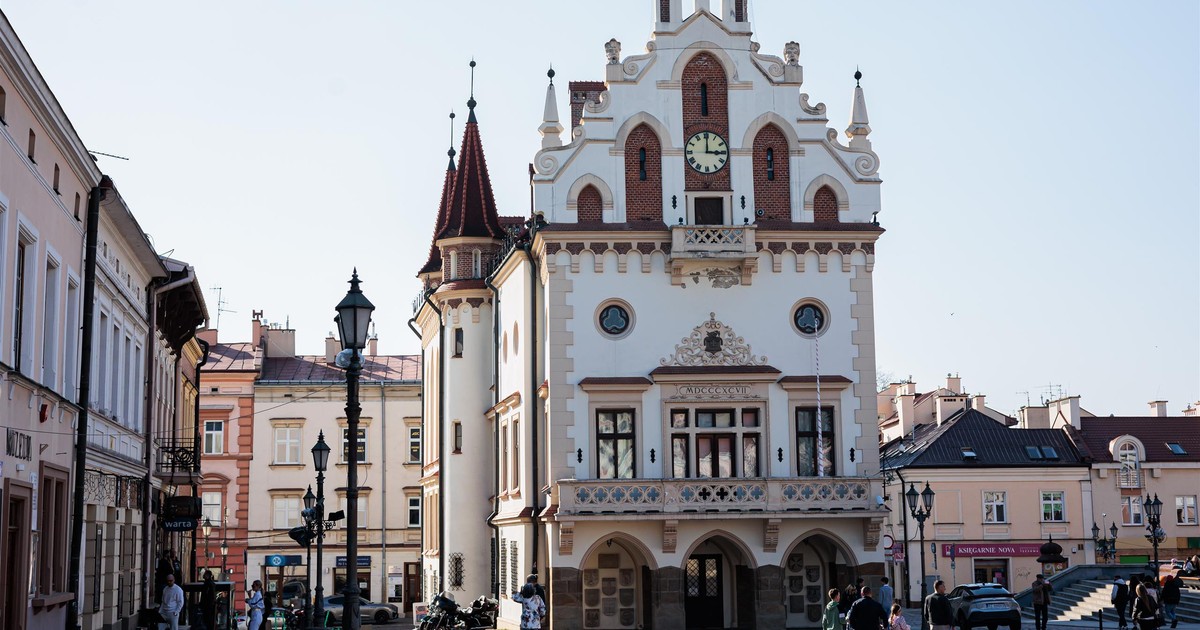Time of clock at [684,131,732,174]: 3:00
